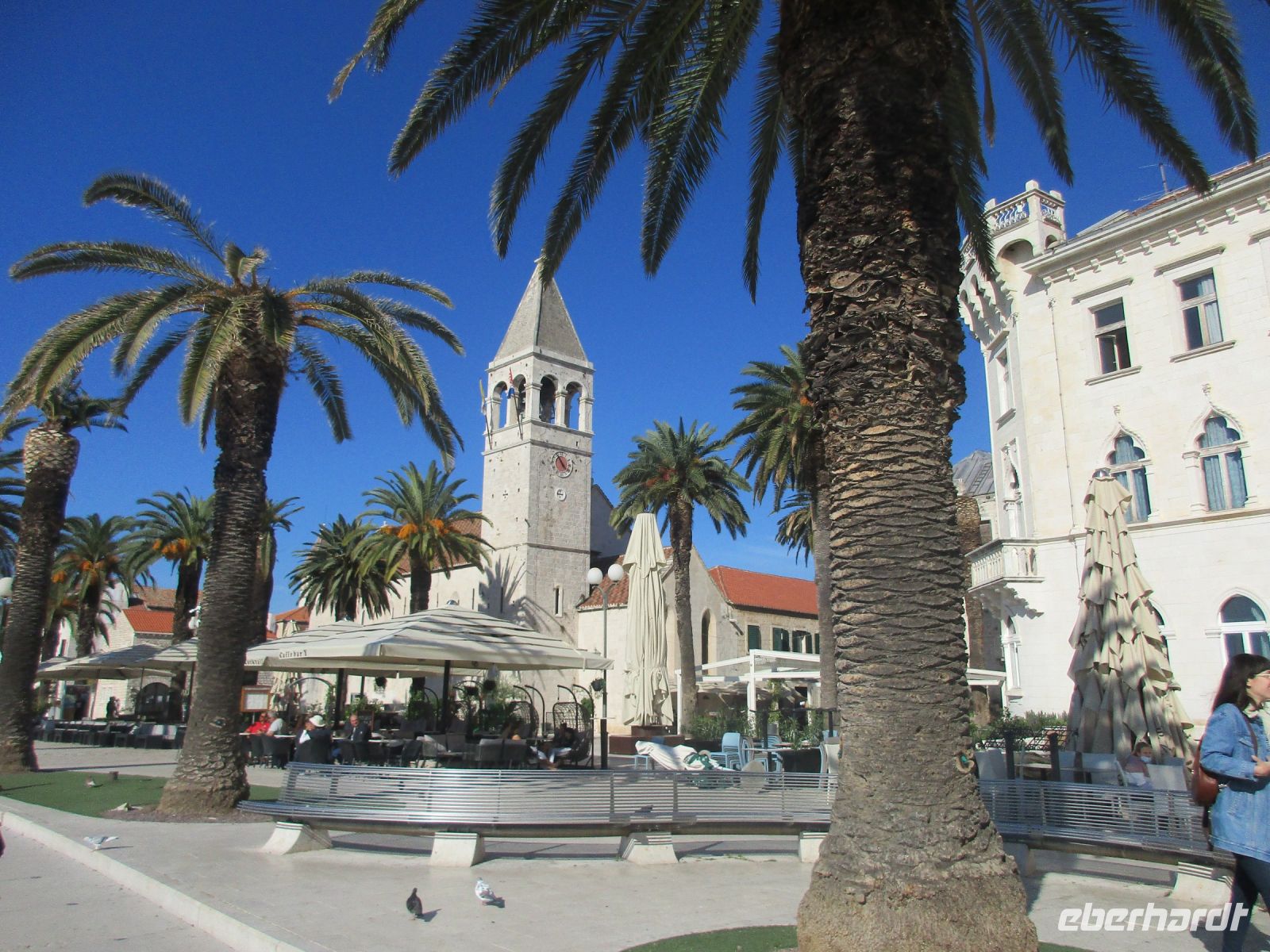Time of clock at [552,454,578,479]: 4:54
